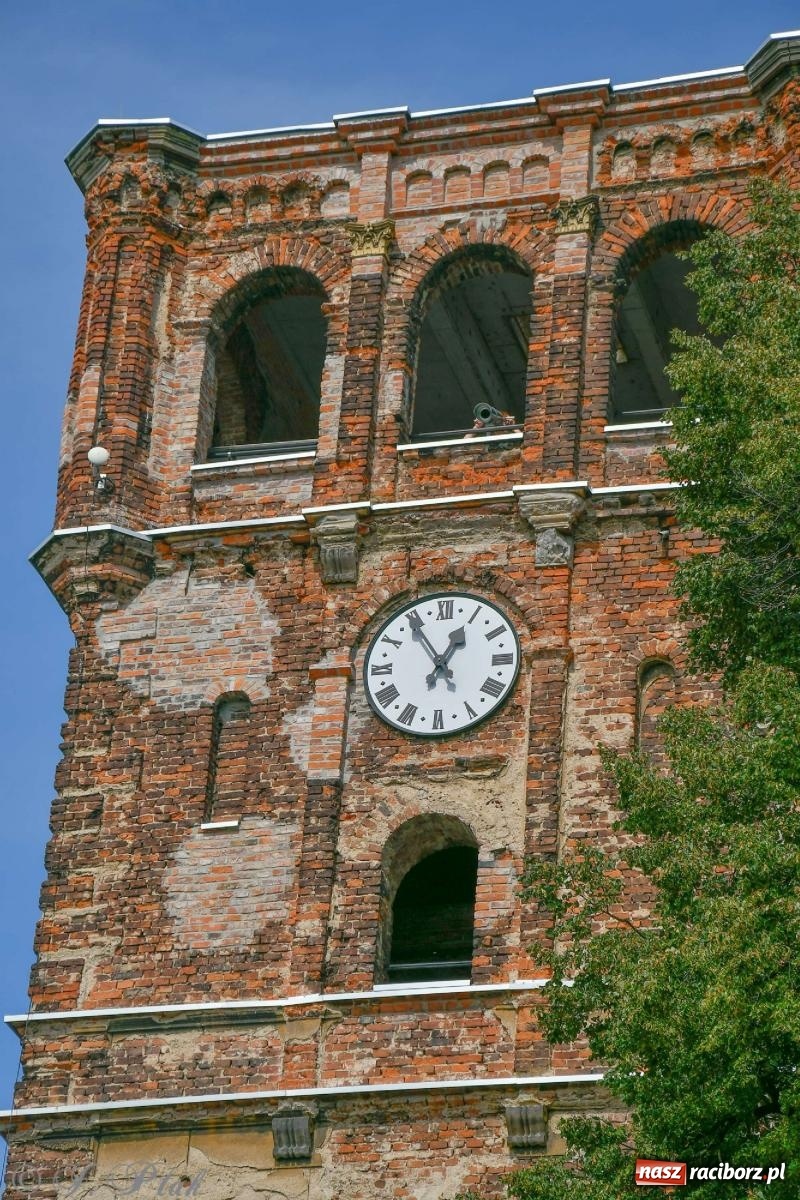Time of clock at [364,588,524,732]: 12:54
